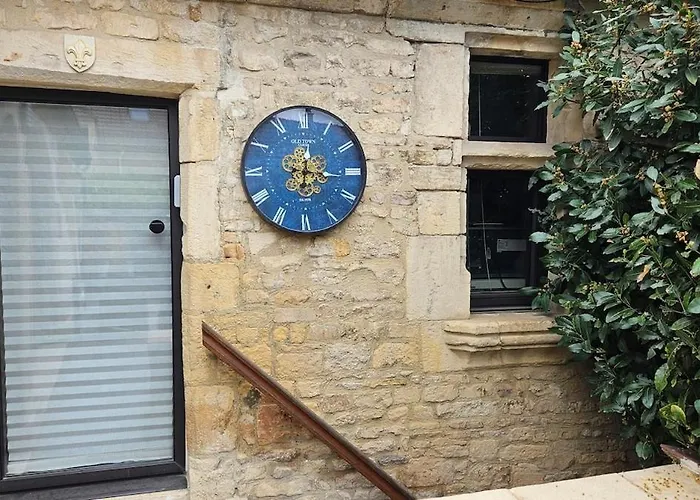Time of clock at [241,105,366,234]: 12:16
